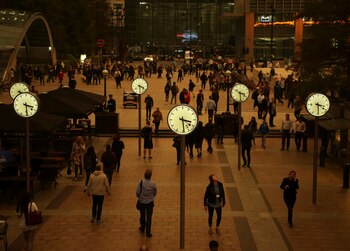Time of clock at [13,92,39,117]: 3:29
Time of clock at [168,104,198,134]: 3:29
